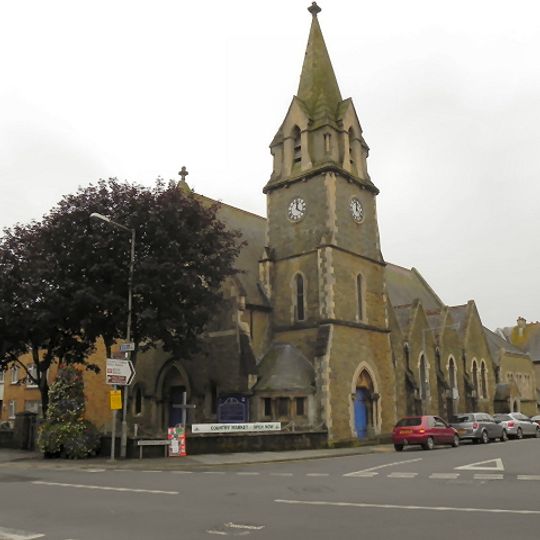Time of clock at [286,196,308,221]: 12:20
